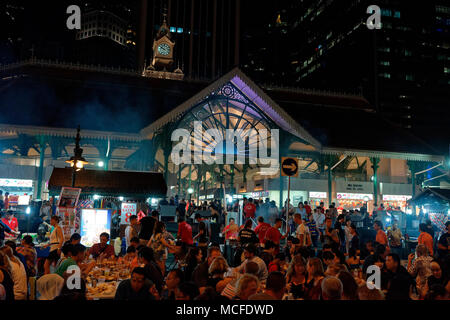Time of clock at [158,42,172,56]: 9:50
